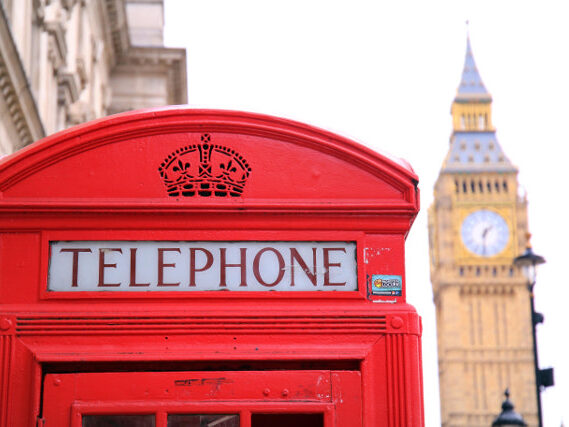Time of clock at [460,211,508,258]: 1:31
